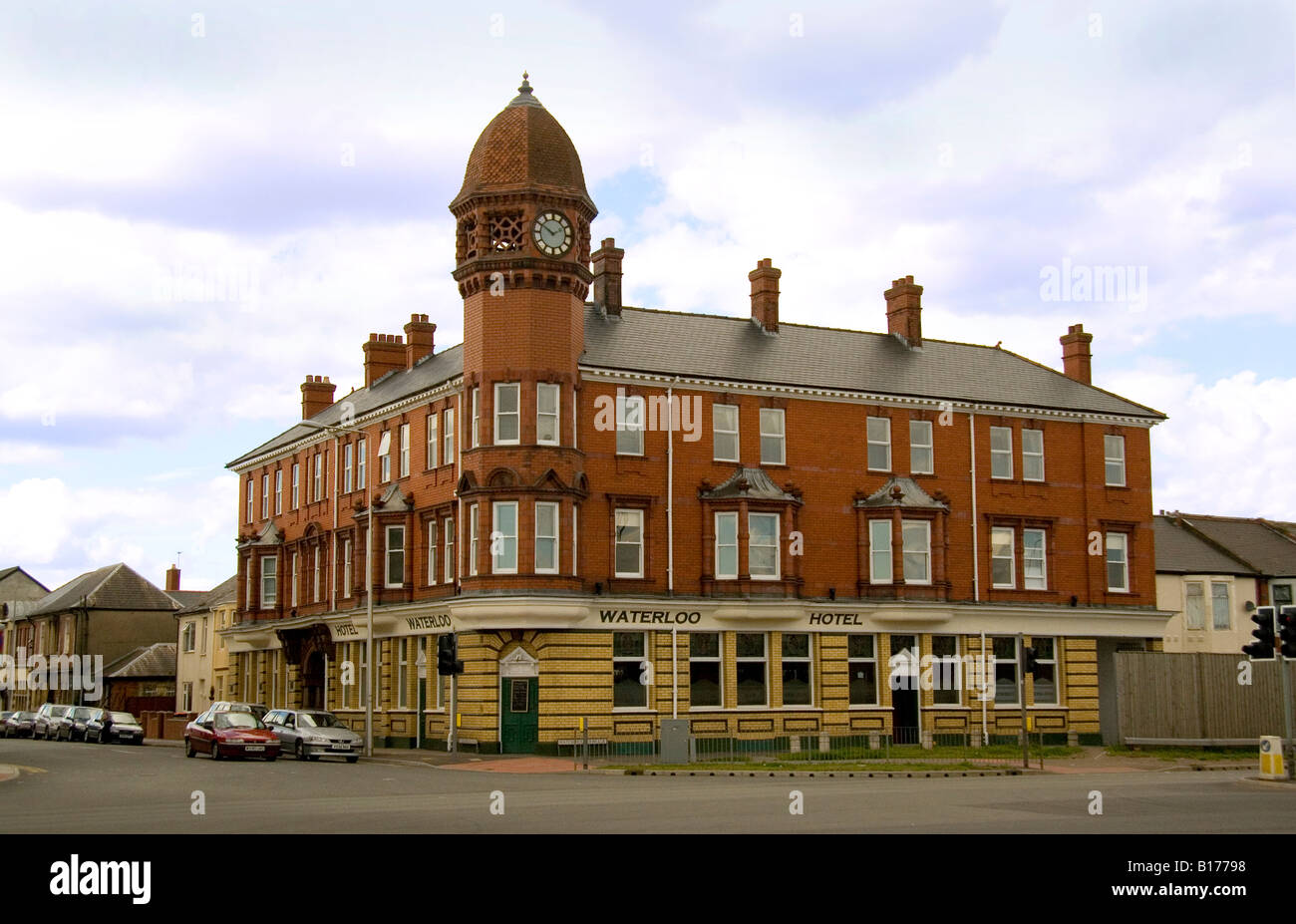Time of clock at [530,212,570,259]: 1:50
